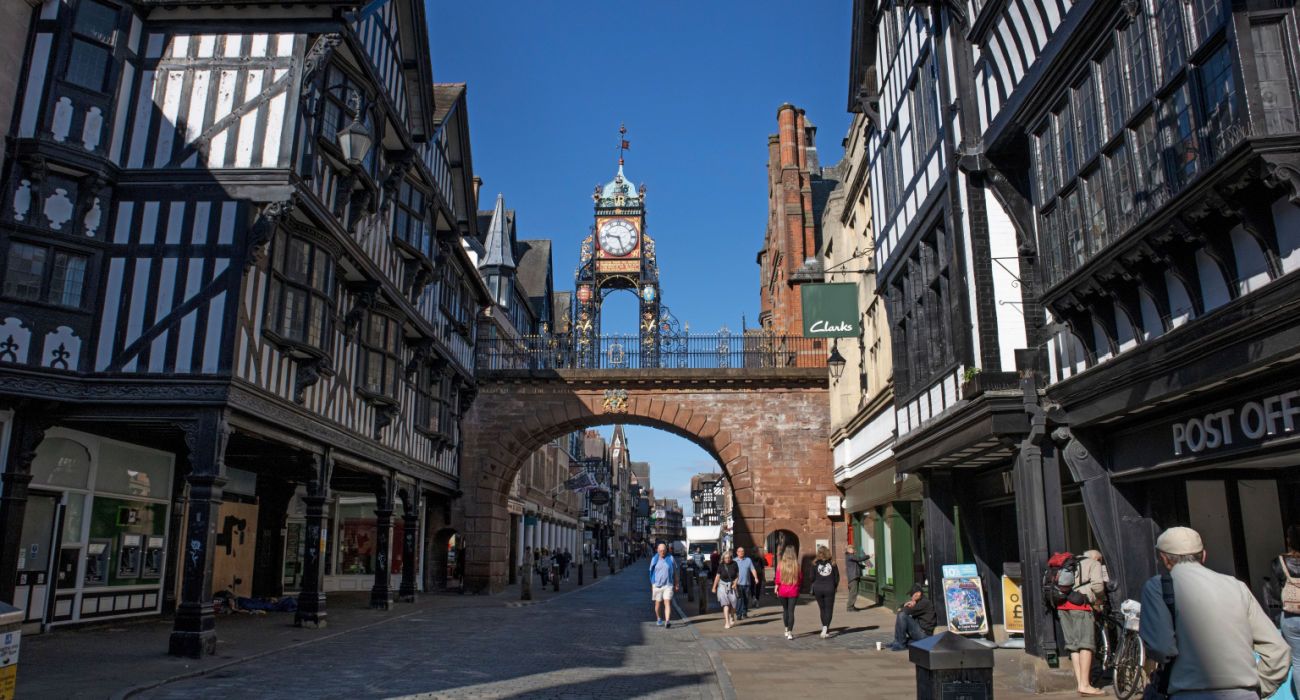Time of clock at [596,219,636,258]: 9:26
